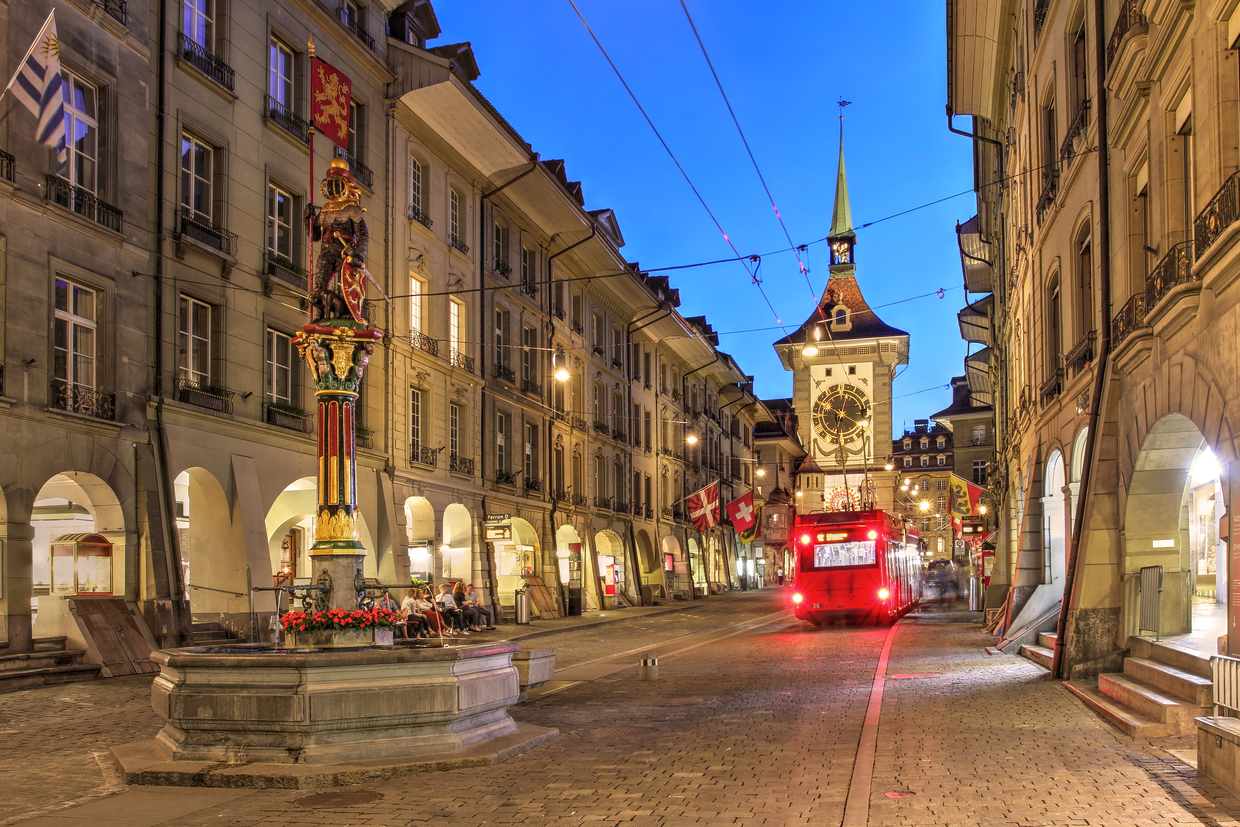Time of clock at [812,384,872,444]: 10:02
